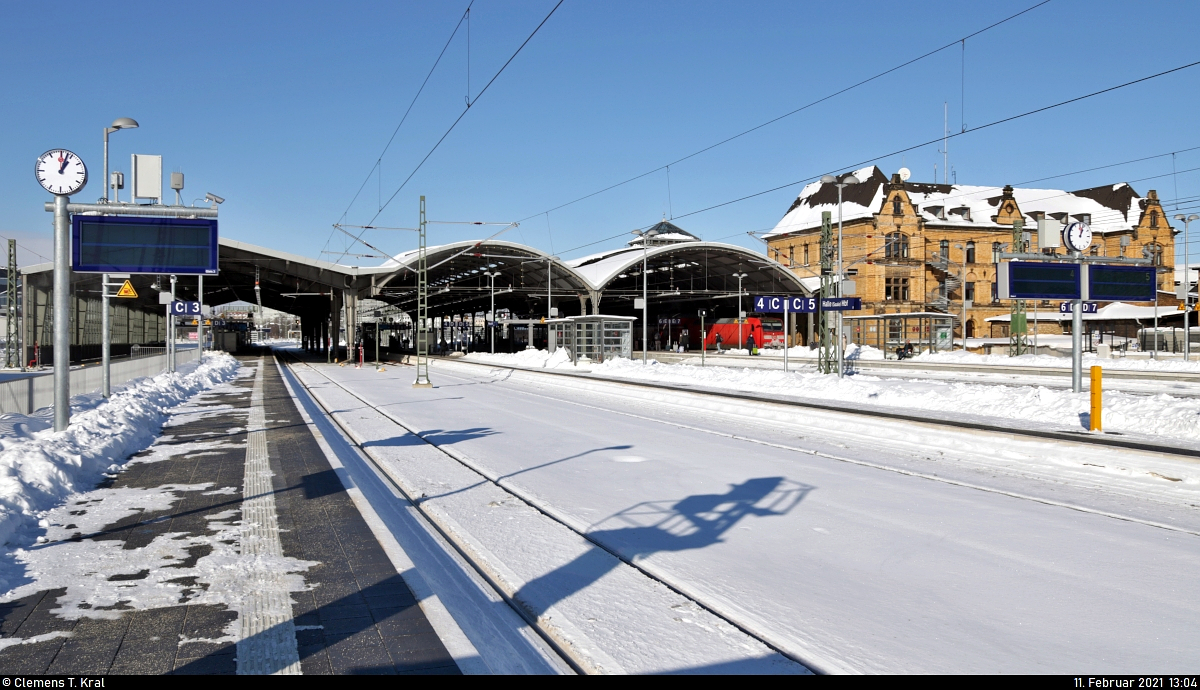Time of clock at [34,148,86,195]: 1:02
